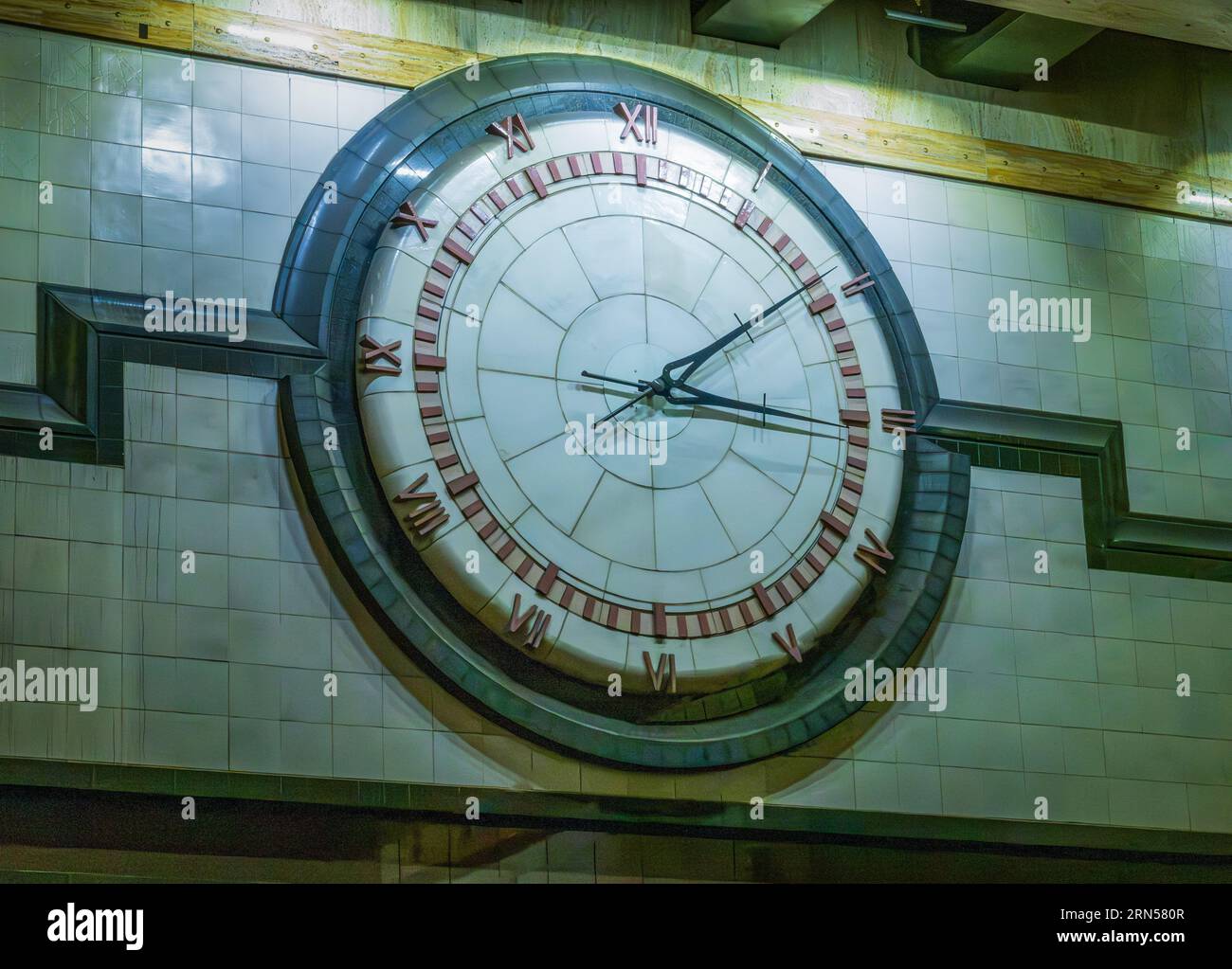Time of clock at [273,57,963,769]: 3:09
